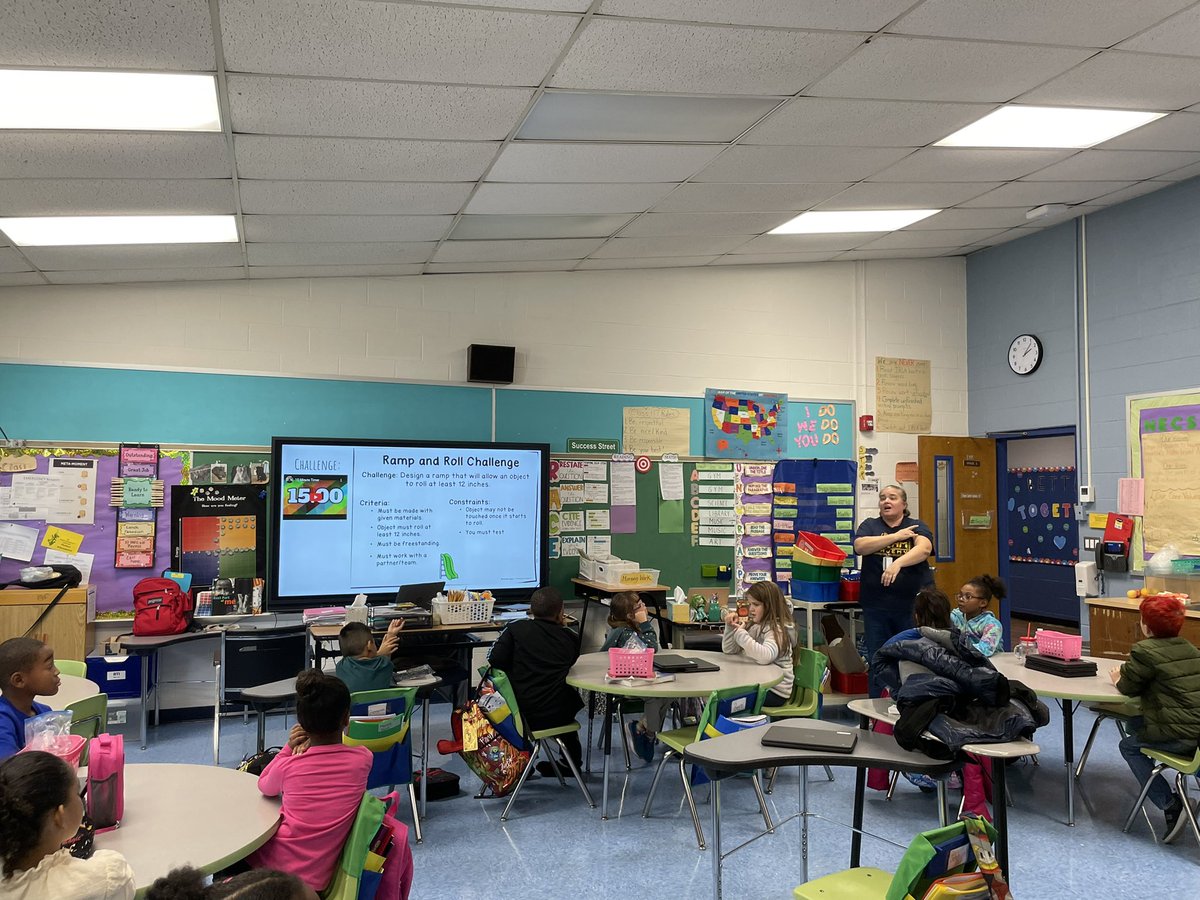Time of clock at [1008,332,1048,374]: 2:06
